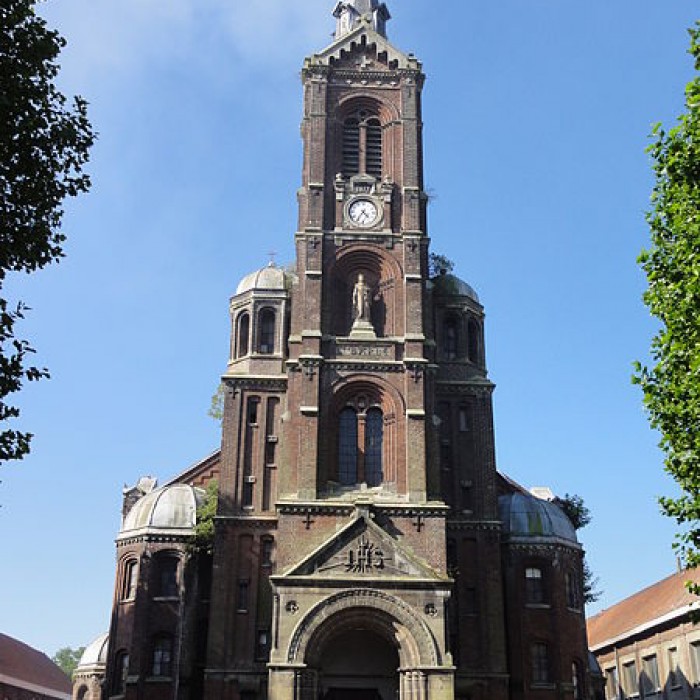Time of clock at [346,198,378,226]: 4:35
